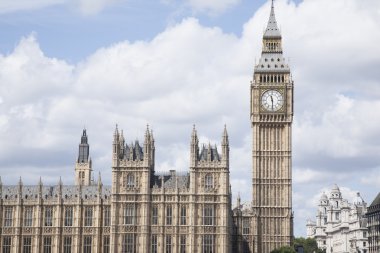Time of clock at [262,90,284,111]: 11:29
